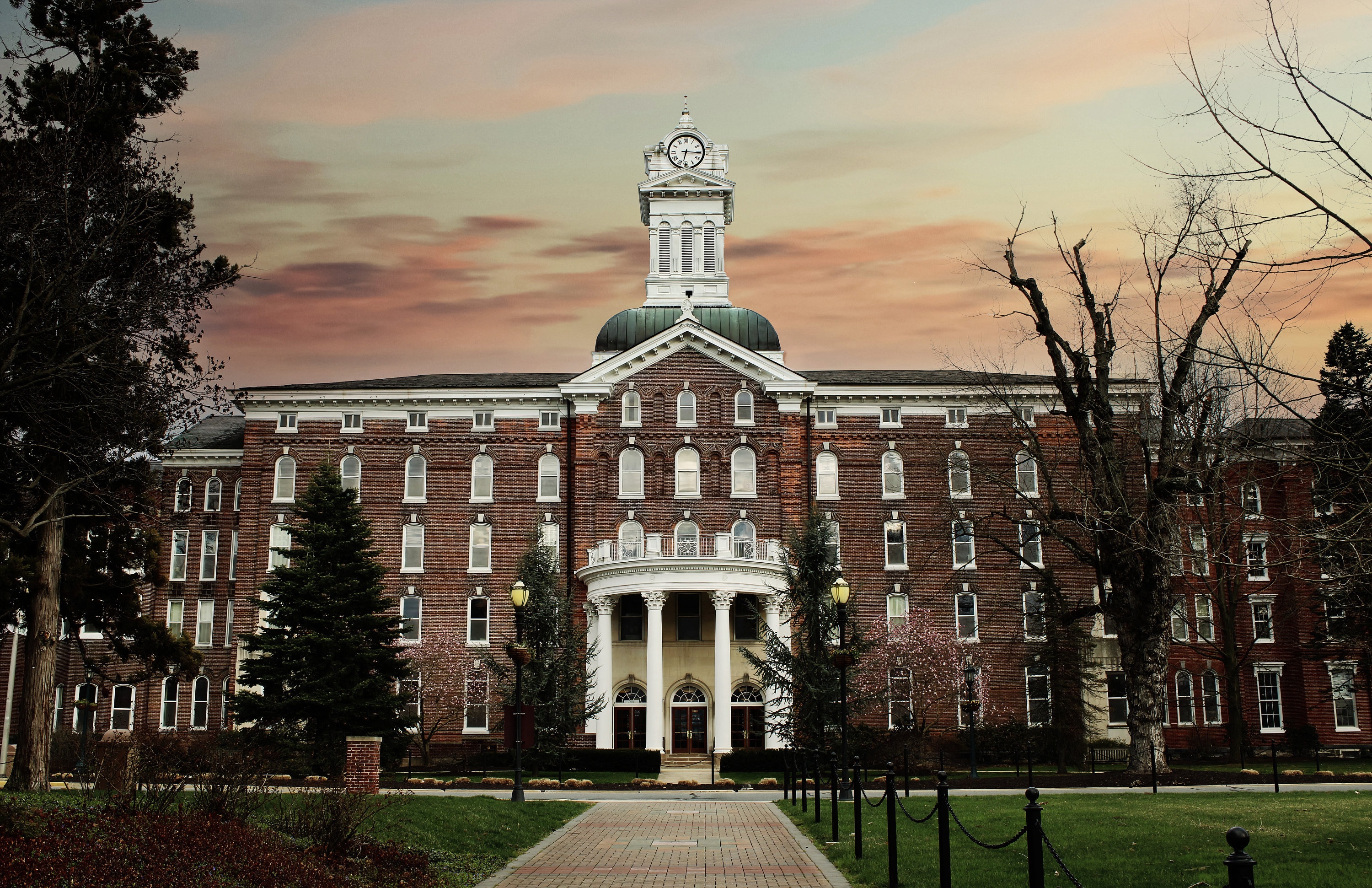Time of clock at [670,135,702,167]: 6:15
